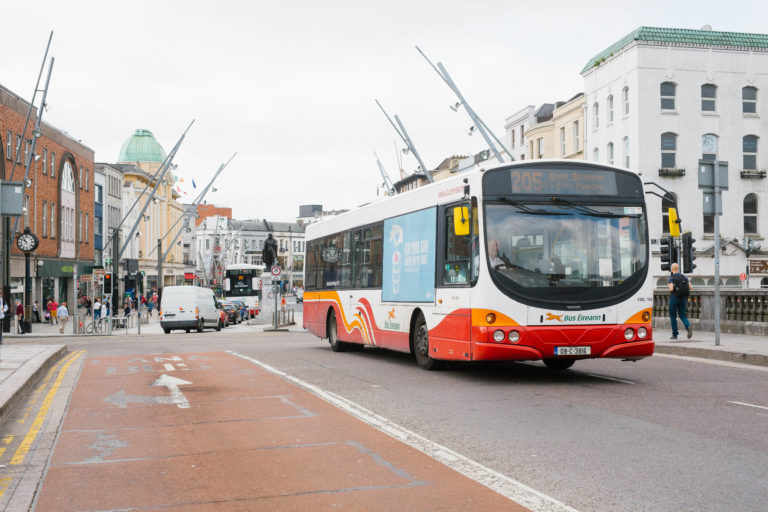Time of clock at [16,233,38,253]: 10:50
